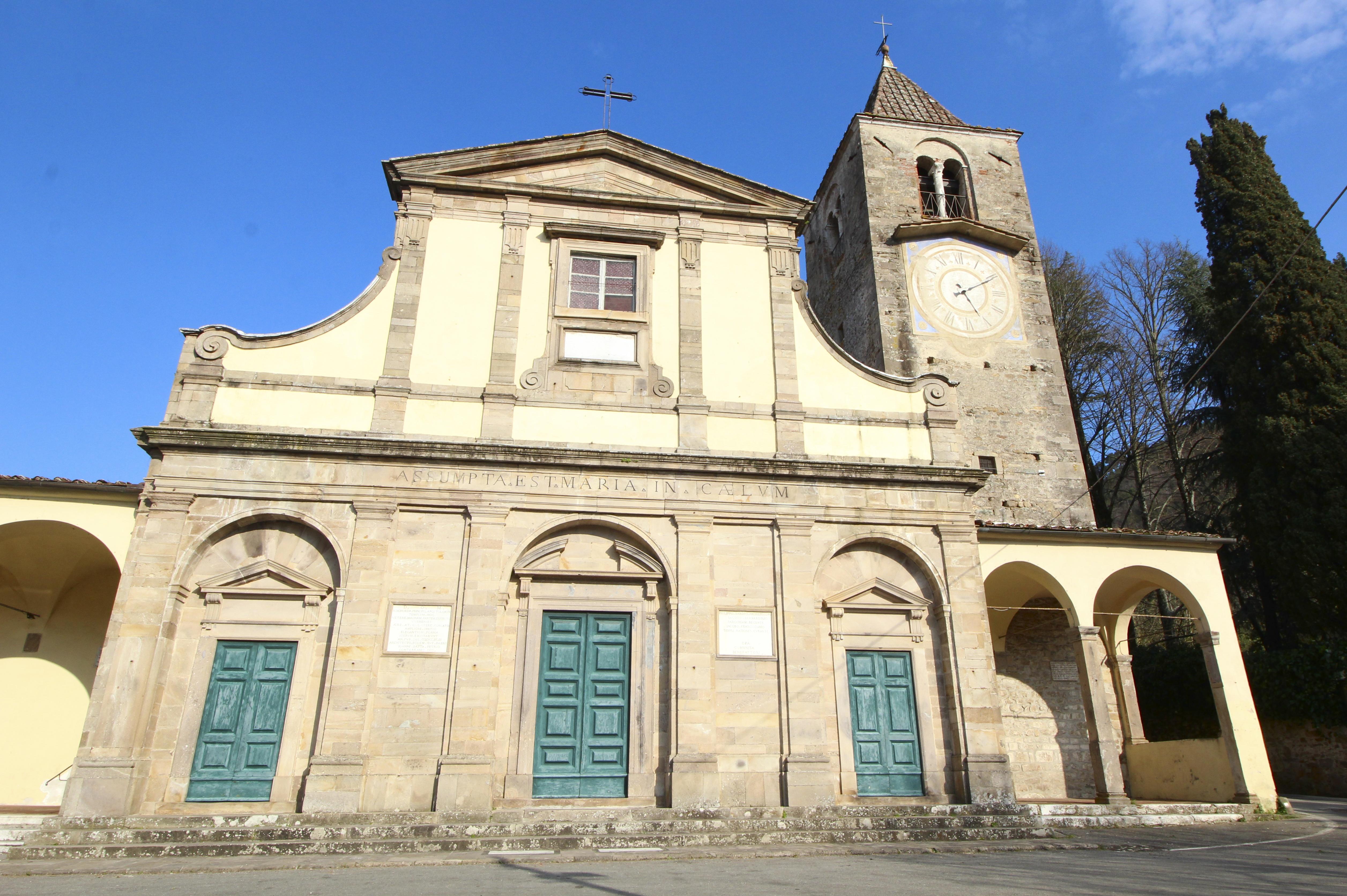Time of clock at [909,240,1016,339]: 5:10
